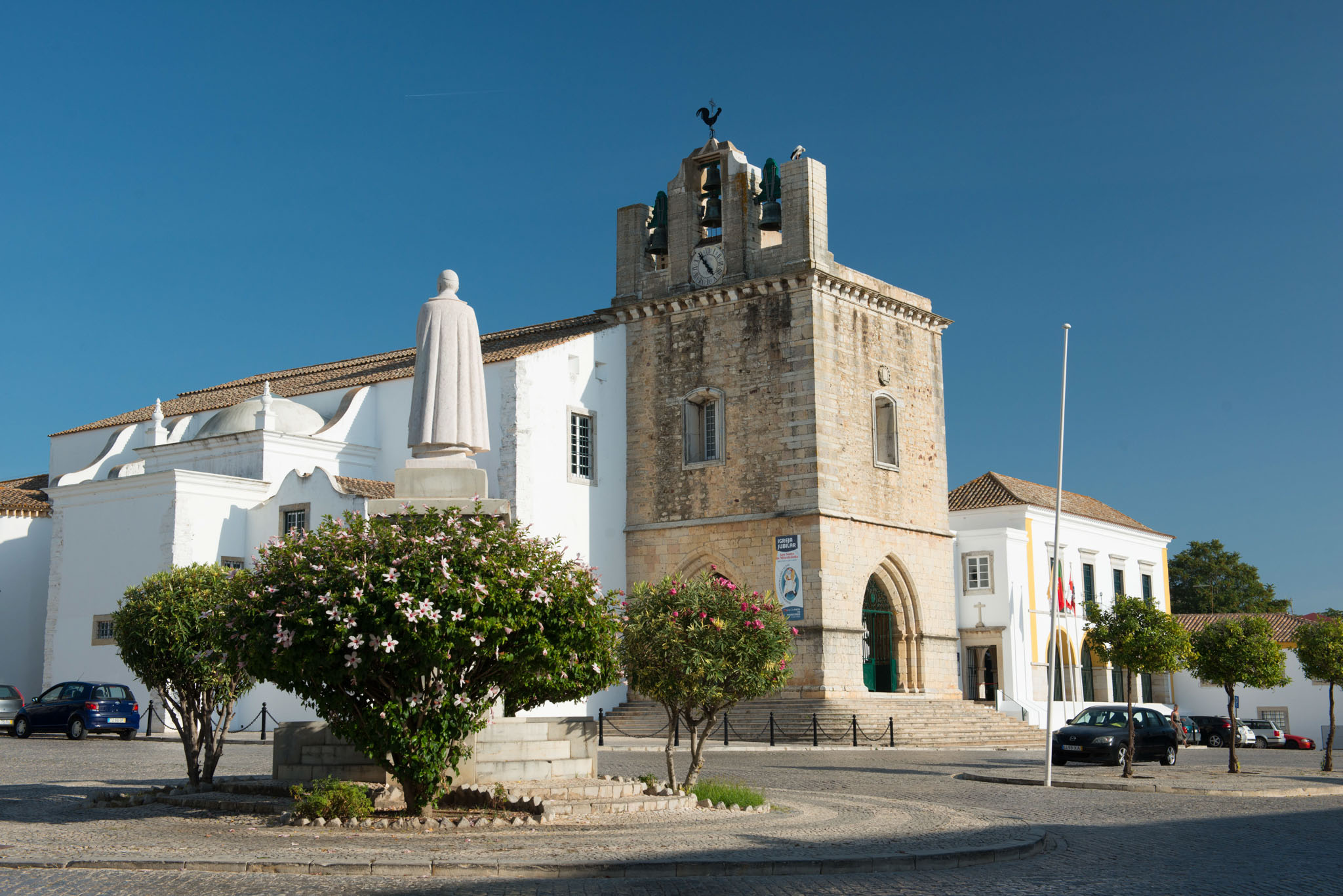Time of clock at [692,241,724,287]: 4:54
